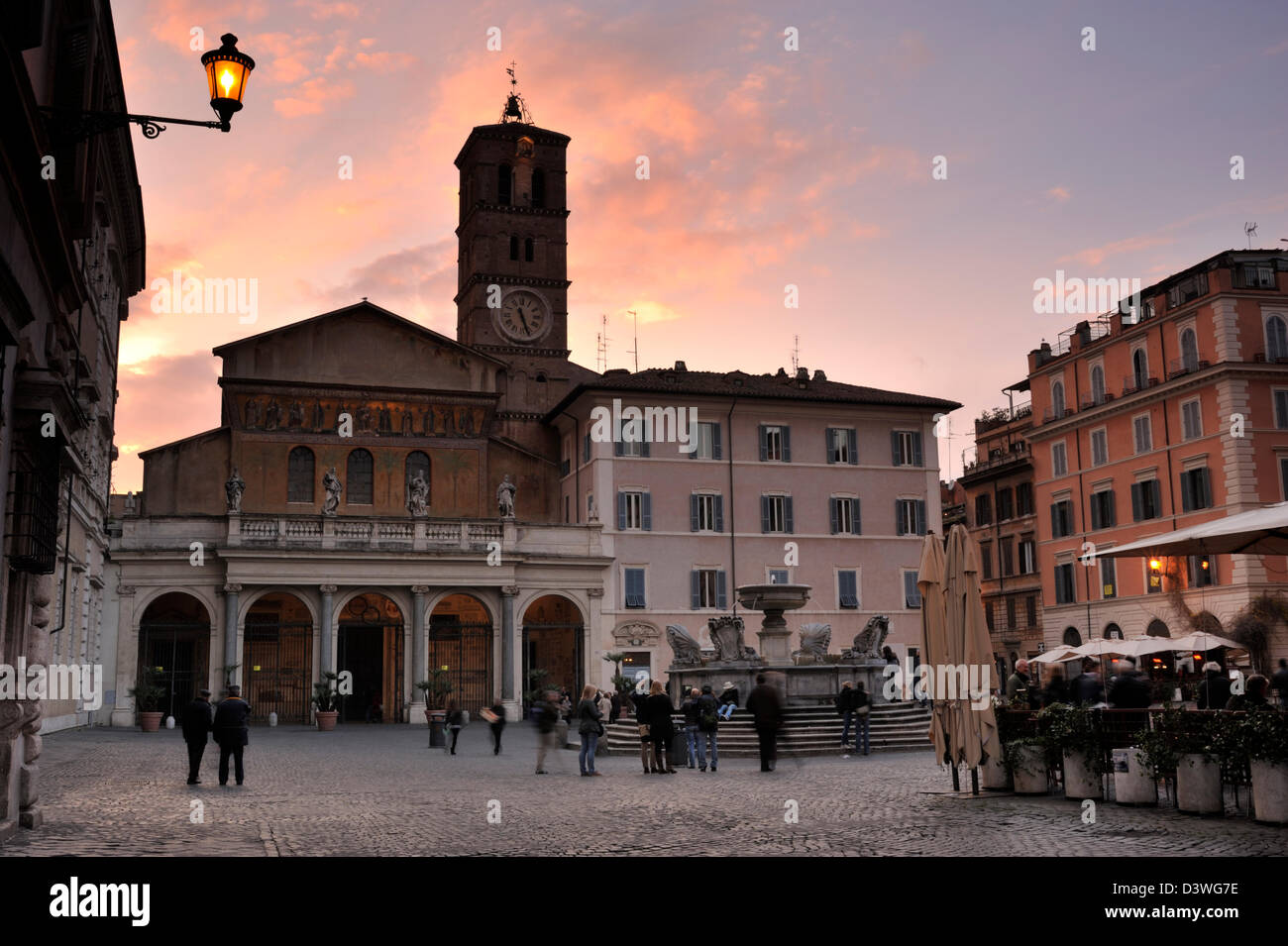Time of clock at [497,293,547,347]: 11:26
